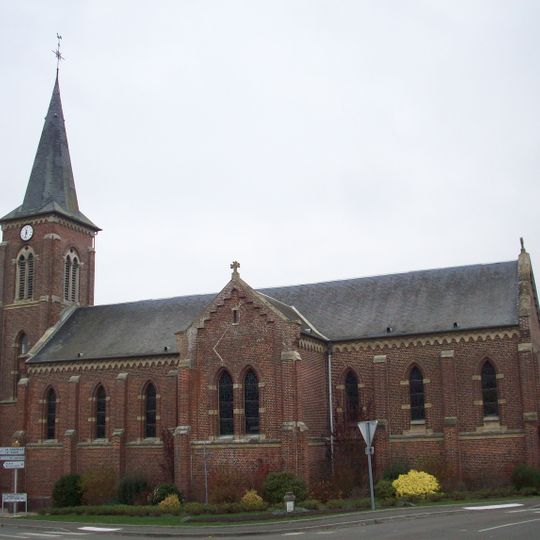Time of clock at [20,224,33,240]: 11:32
